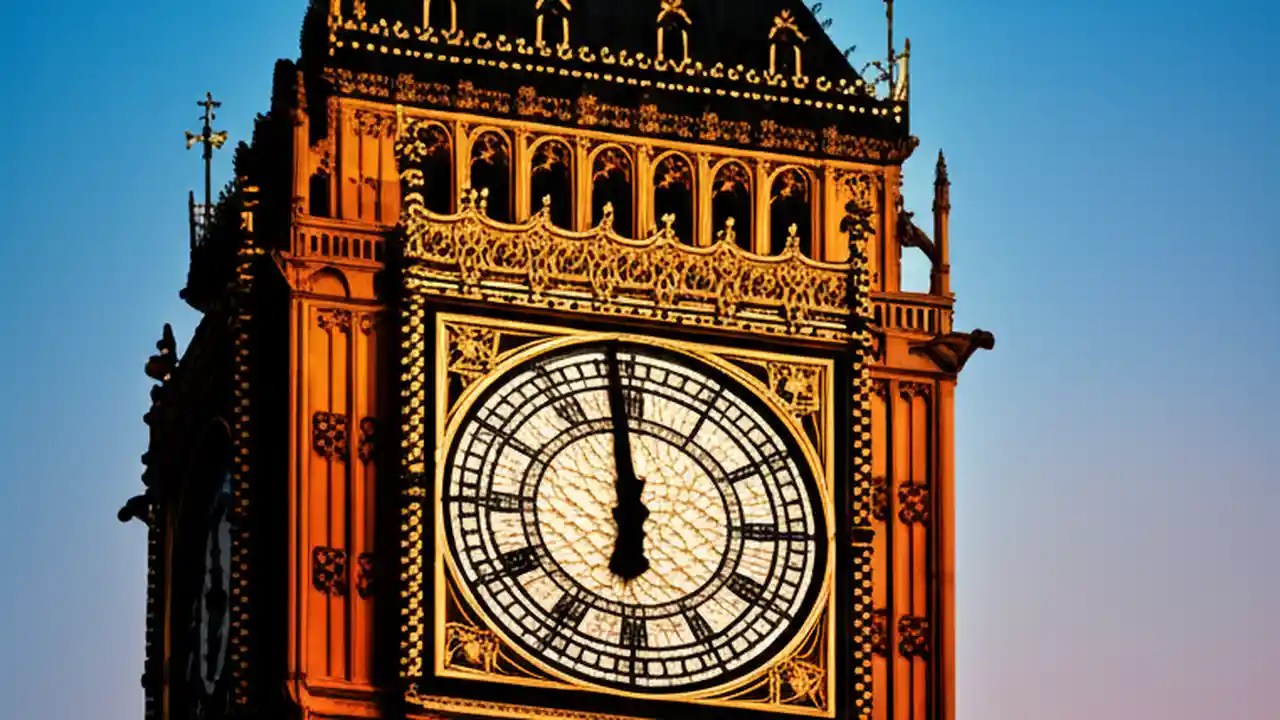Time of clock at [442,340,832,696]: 5:58
